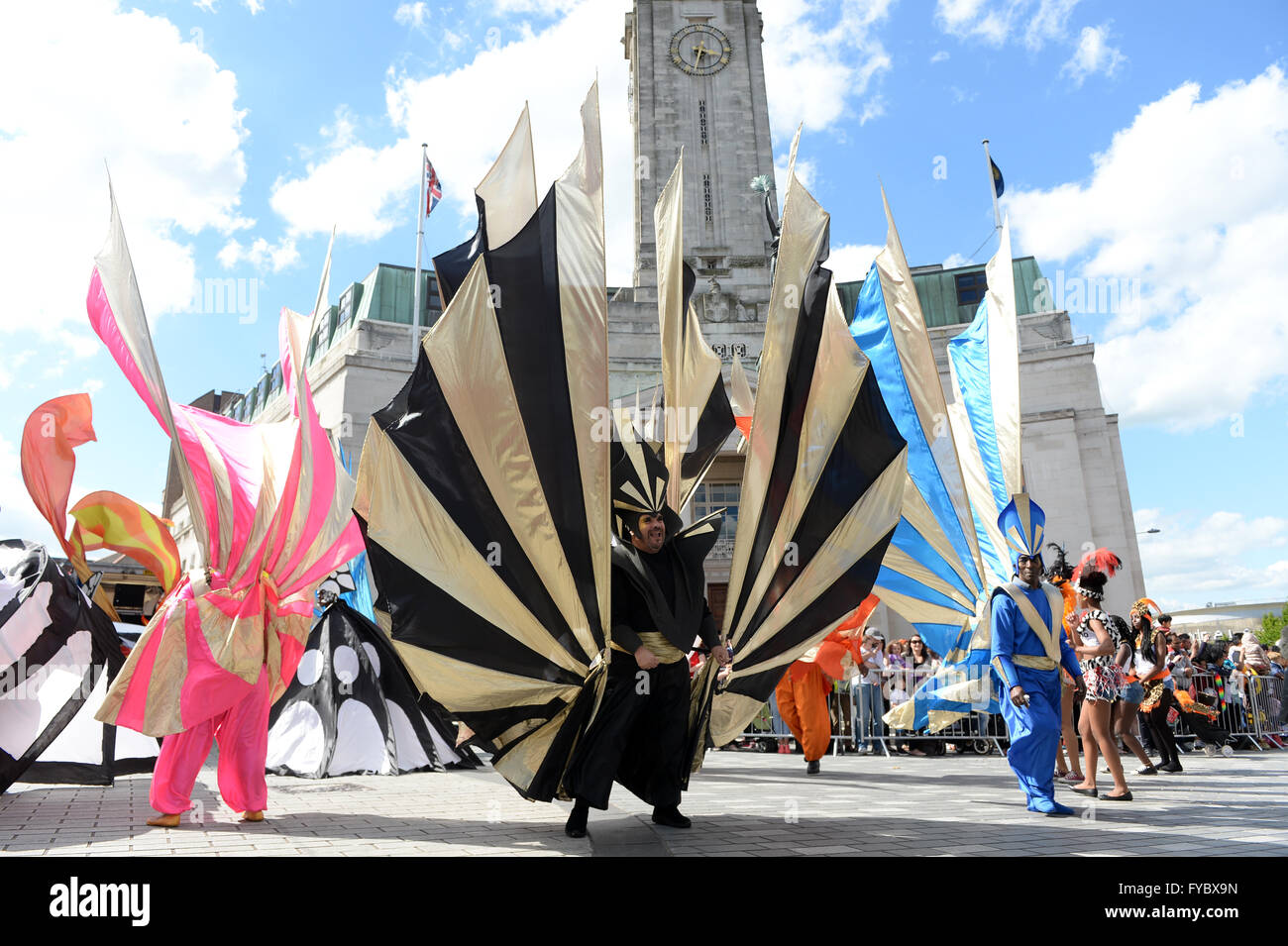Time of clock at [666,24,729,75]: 3:32
